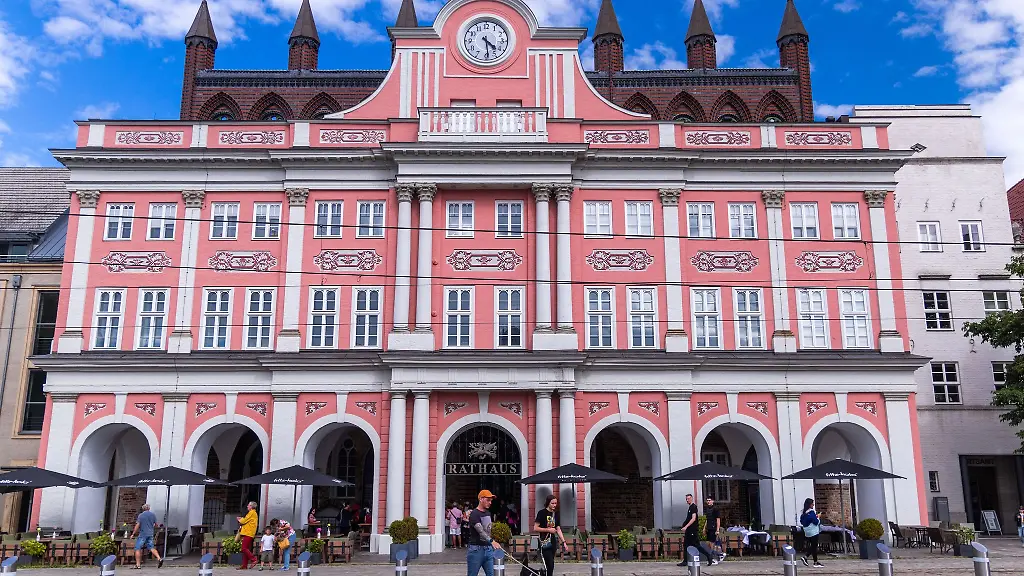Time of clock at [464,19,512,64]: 4:29
